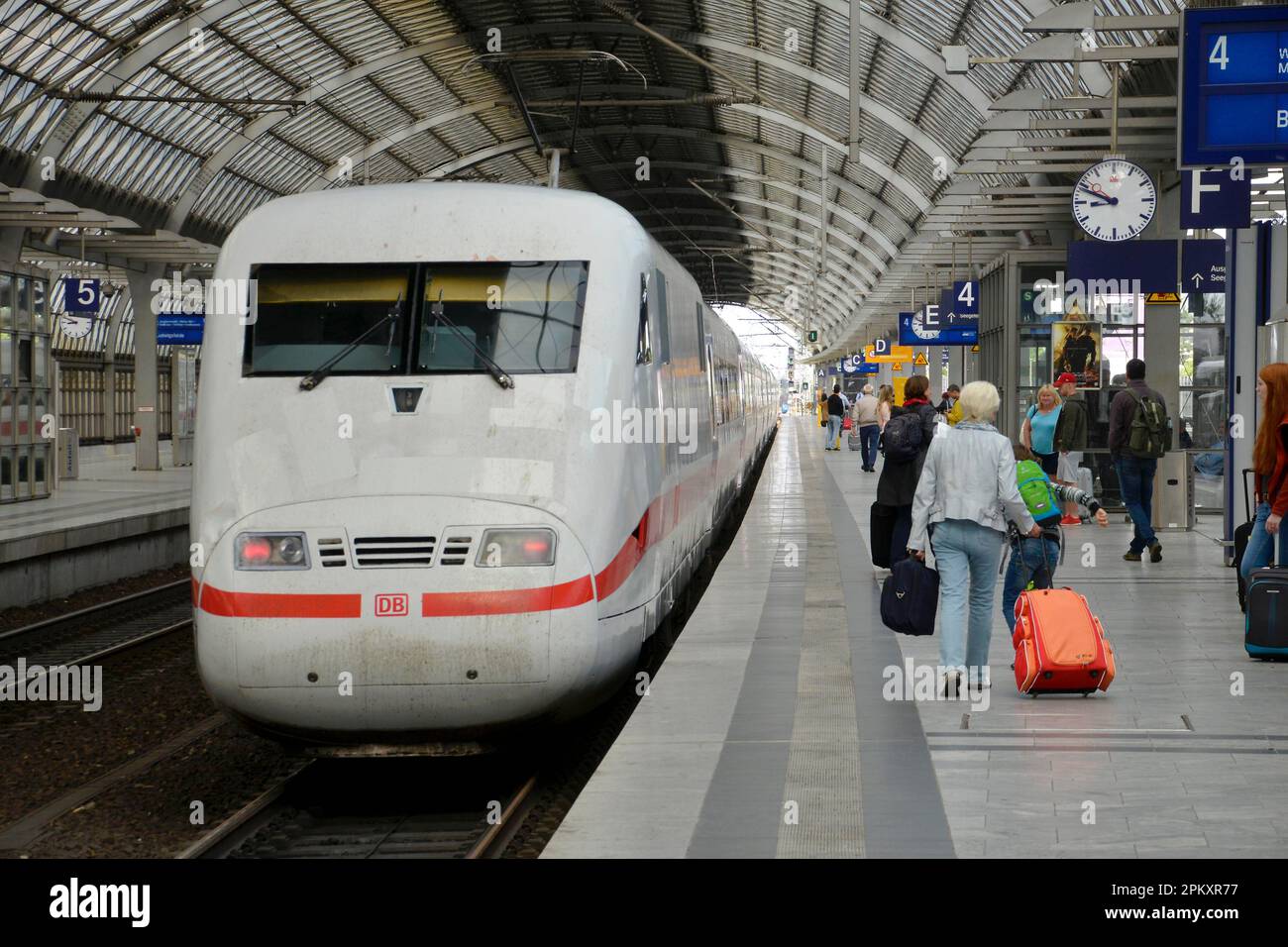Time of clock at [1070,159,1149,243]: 8:48
